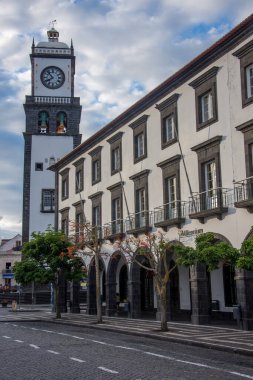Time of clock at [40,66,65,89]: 7:52
